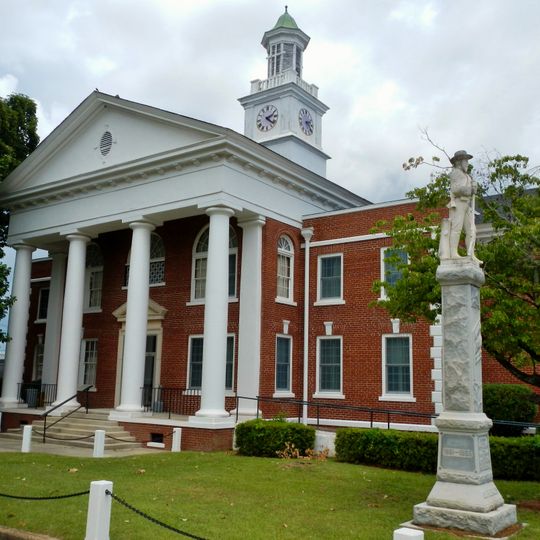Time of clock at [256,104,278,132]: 2:21
